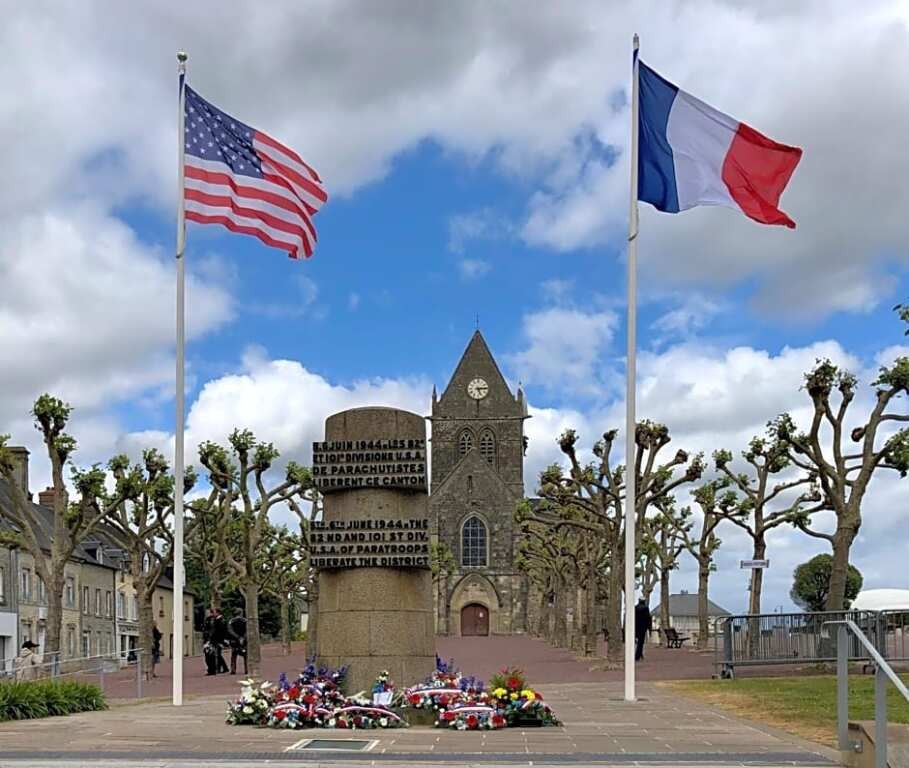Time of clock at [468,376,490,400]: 5:14
